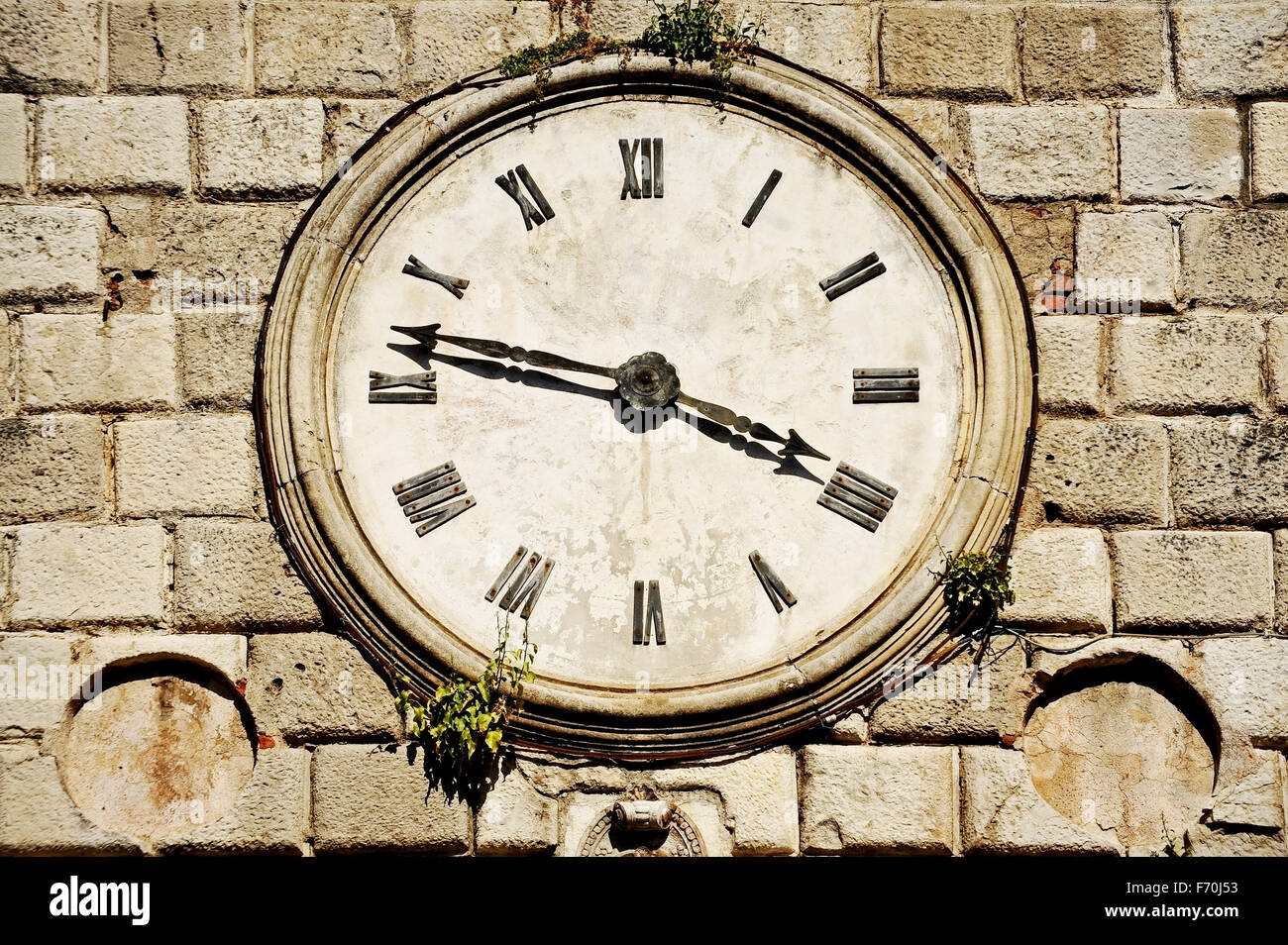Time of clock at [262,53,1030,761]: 3:46
